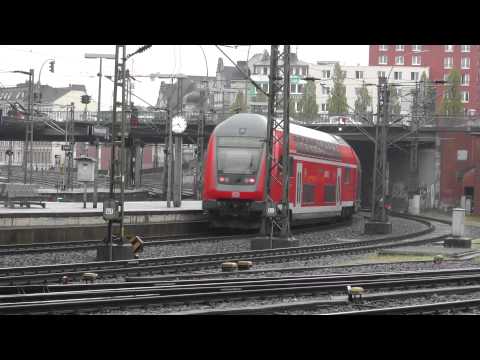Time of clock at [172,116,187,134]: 4:42
